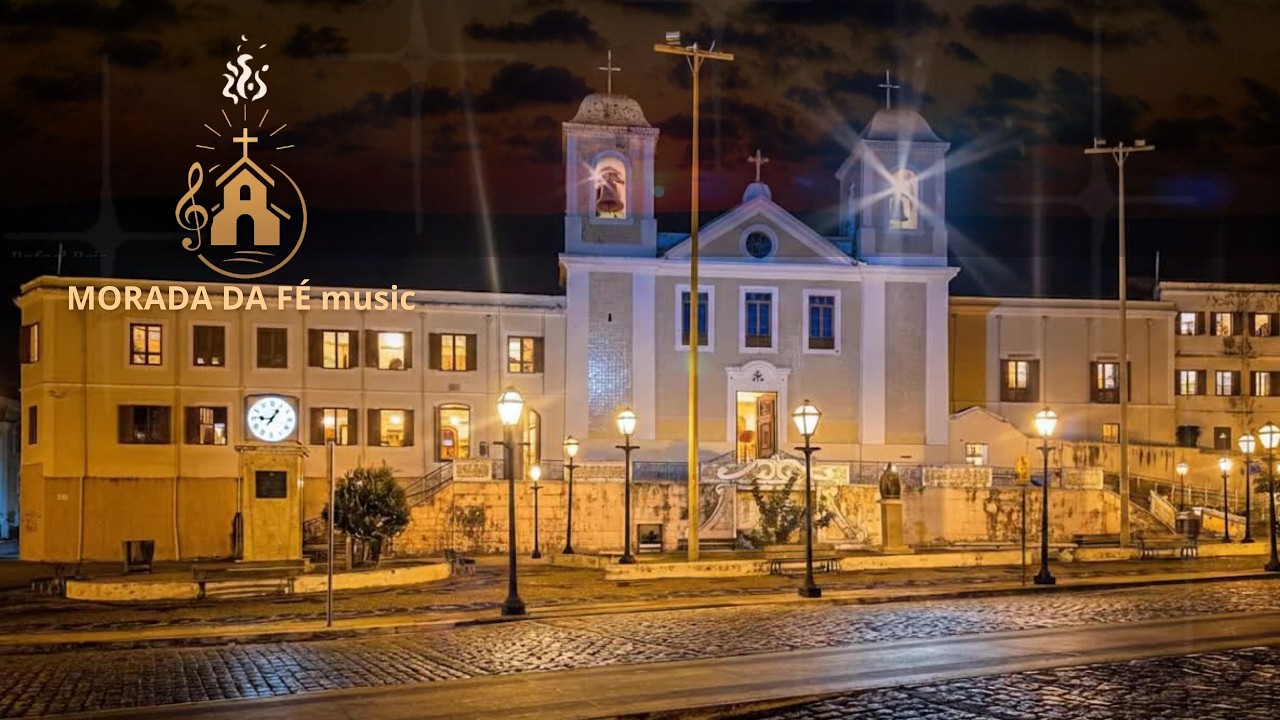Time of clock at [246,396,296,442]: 9:05
